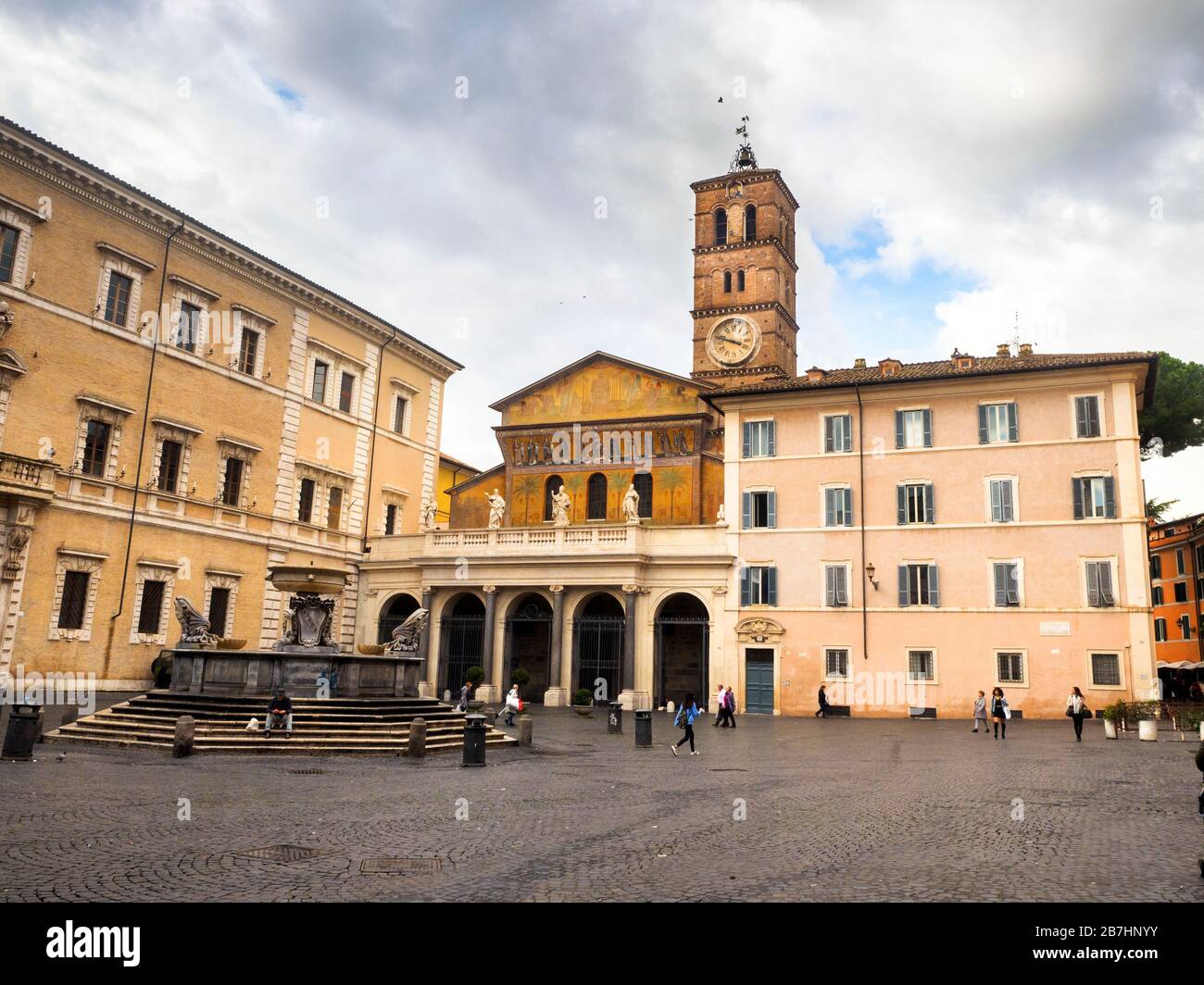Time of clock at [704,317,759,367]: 3:48
